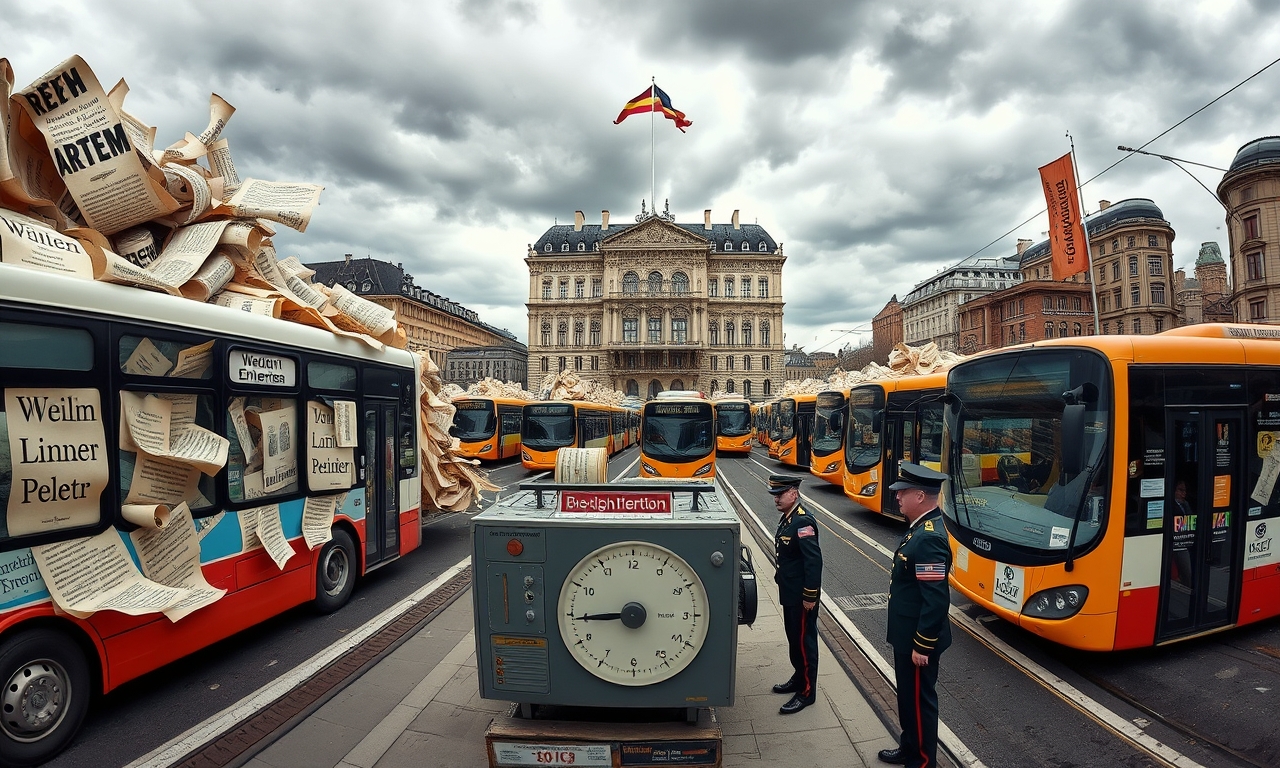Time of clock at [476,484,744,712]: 8:44
